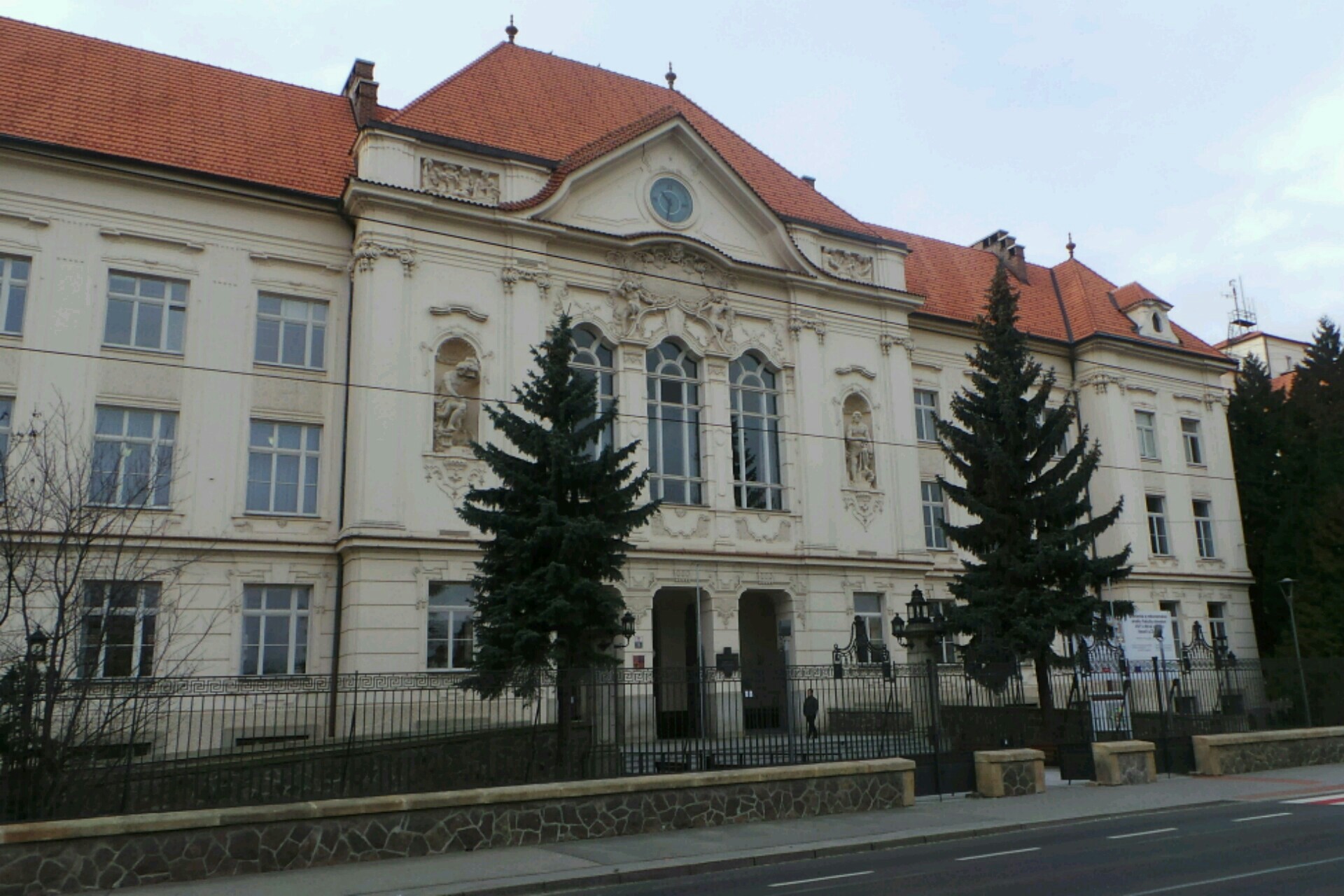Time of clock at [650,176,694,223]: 10:32
